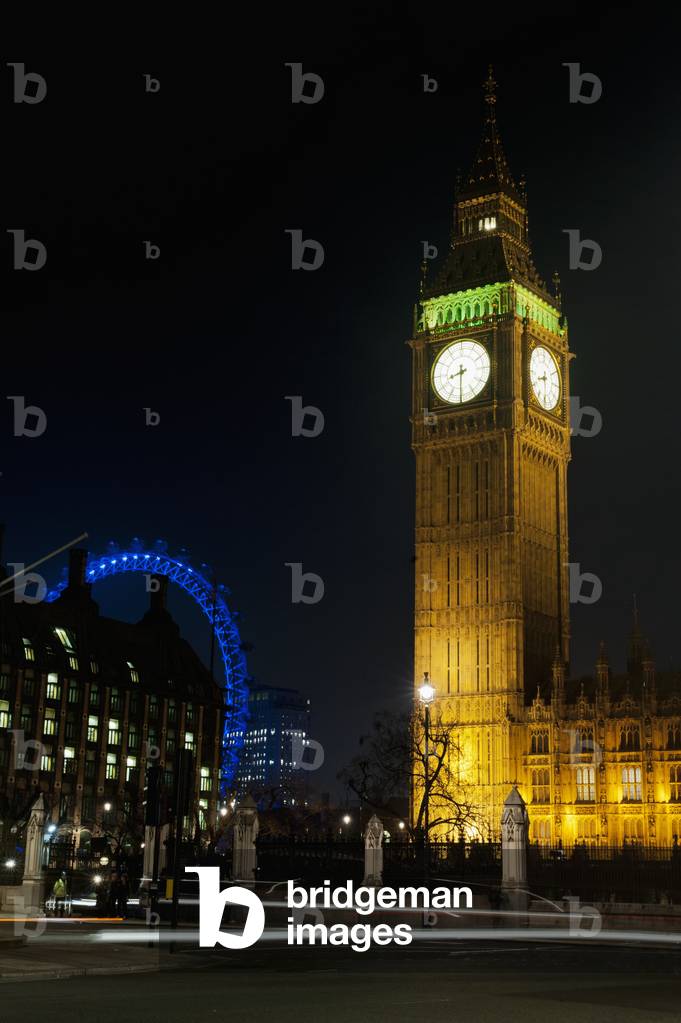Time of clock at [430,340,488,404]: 8:30
